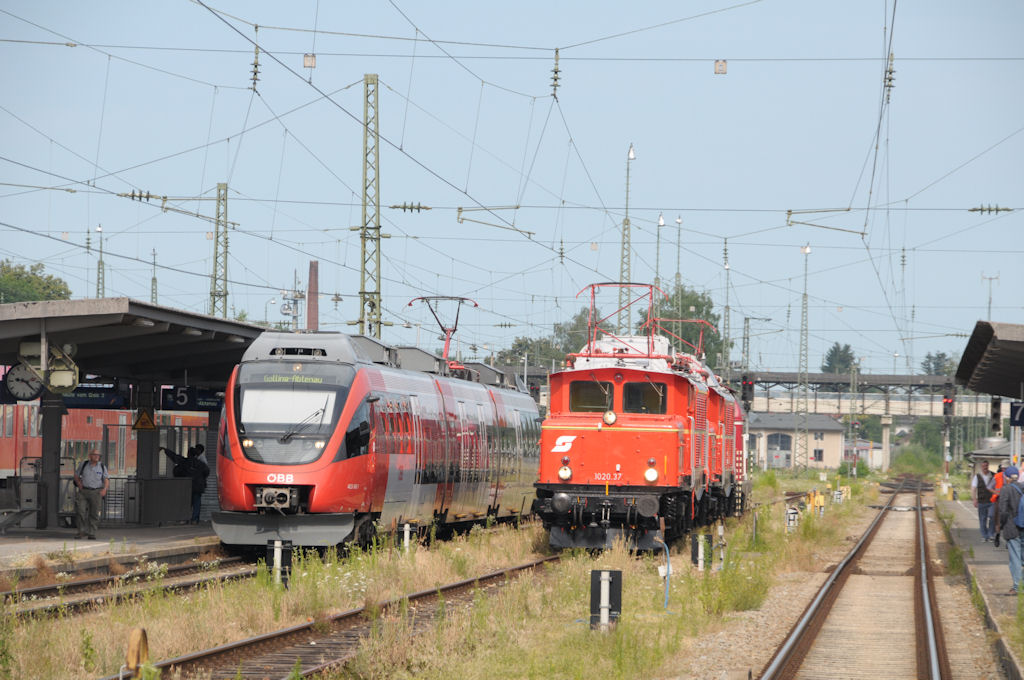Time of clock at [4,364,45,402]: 9:22
